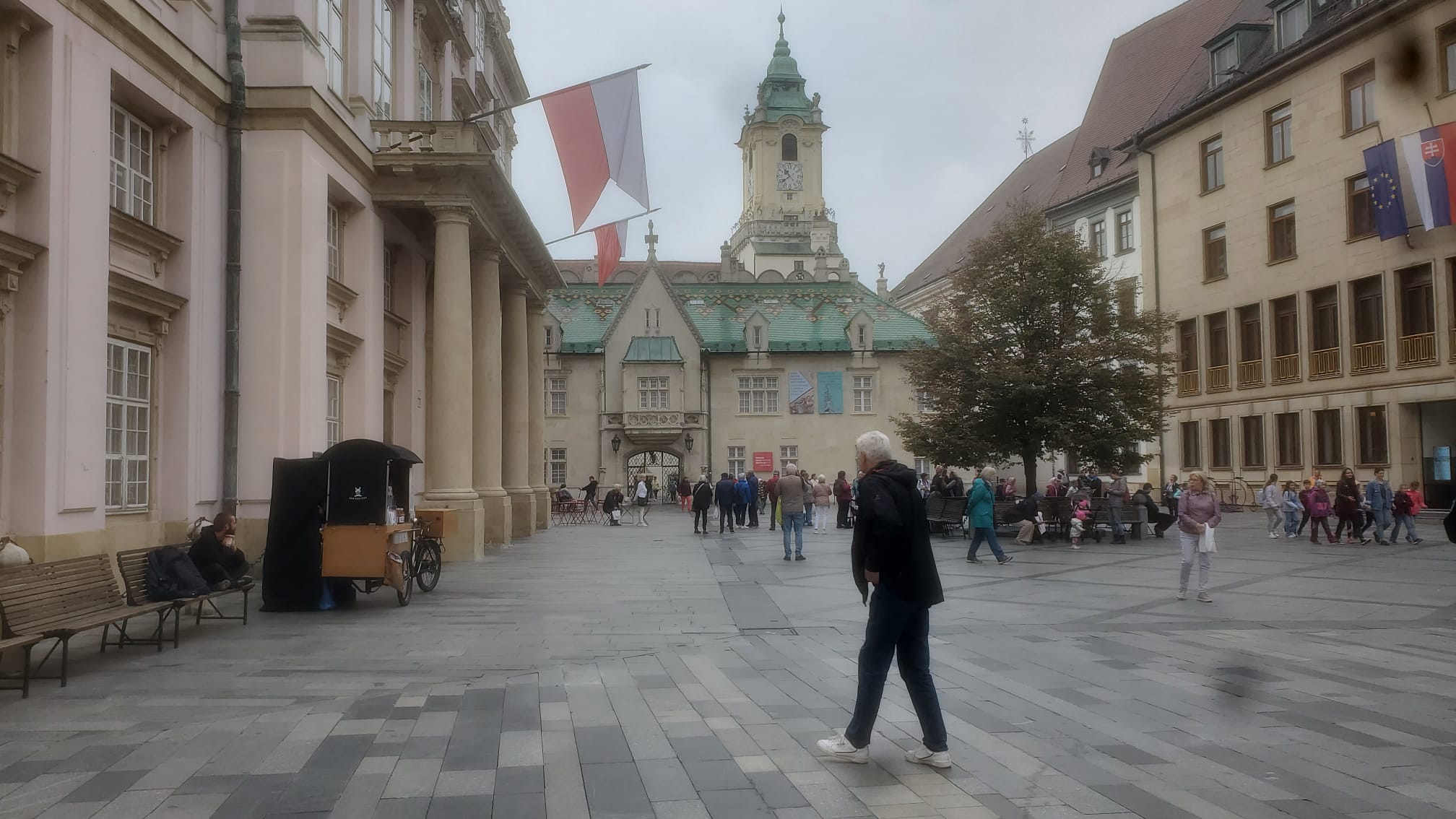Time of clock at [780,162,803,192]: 10:38
